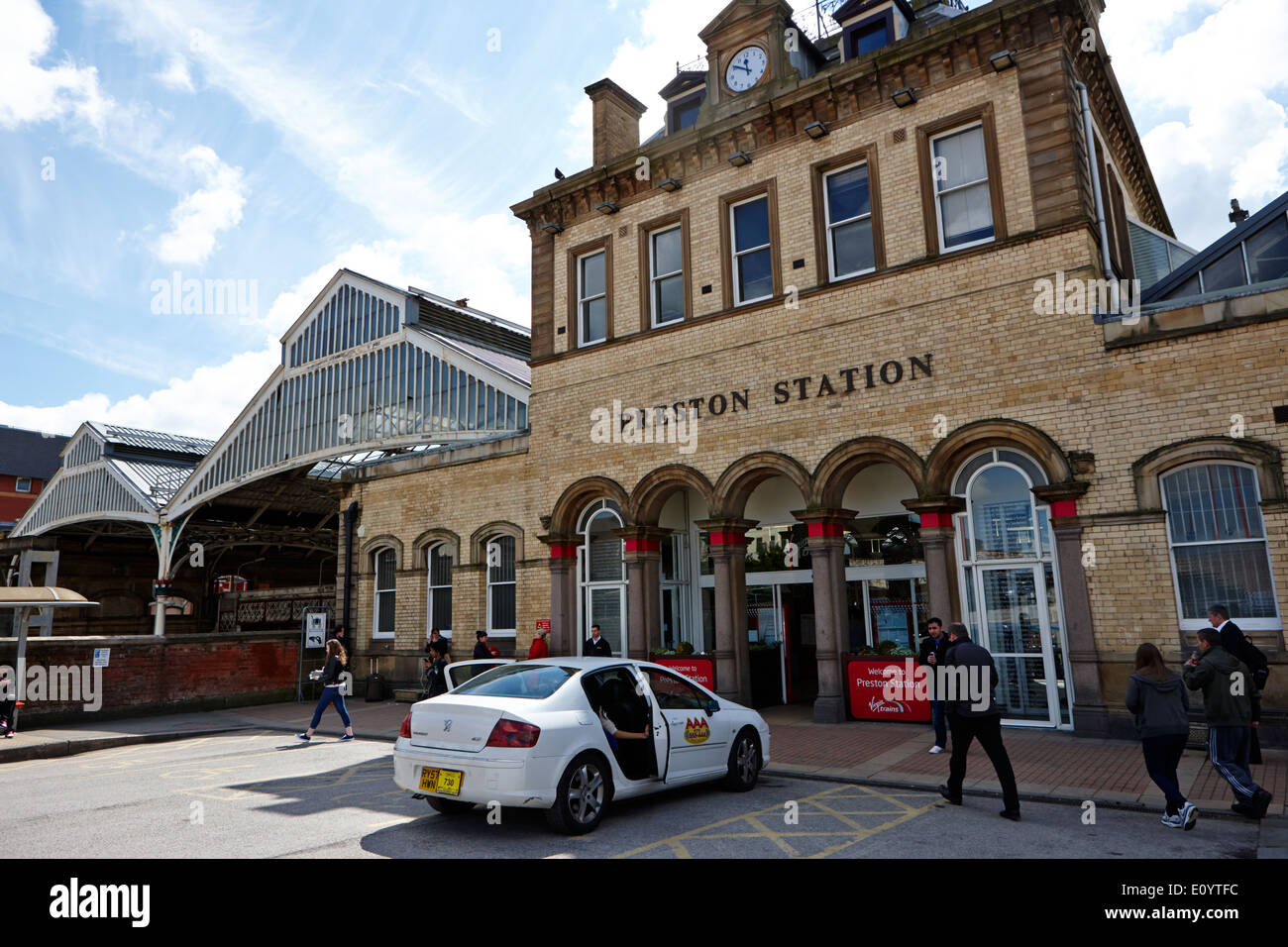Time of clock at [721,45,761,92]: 11:50
